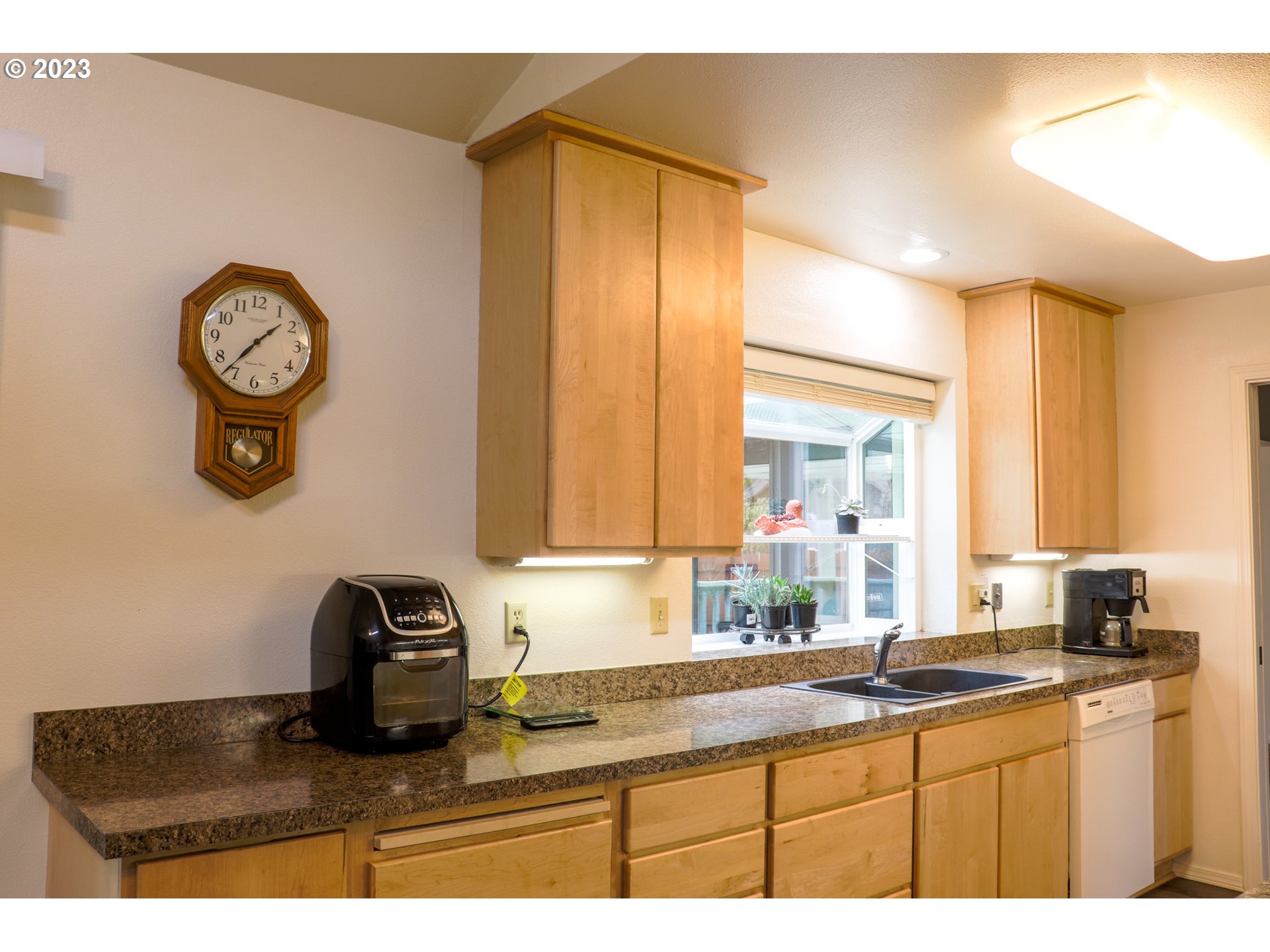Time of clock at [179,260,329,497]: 1:36
